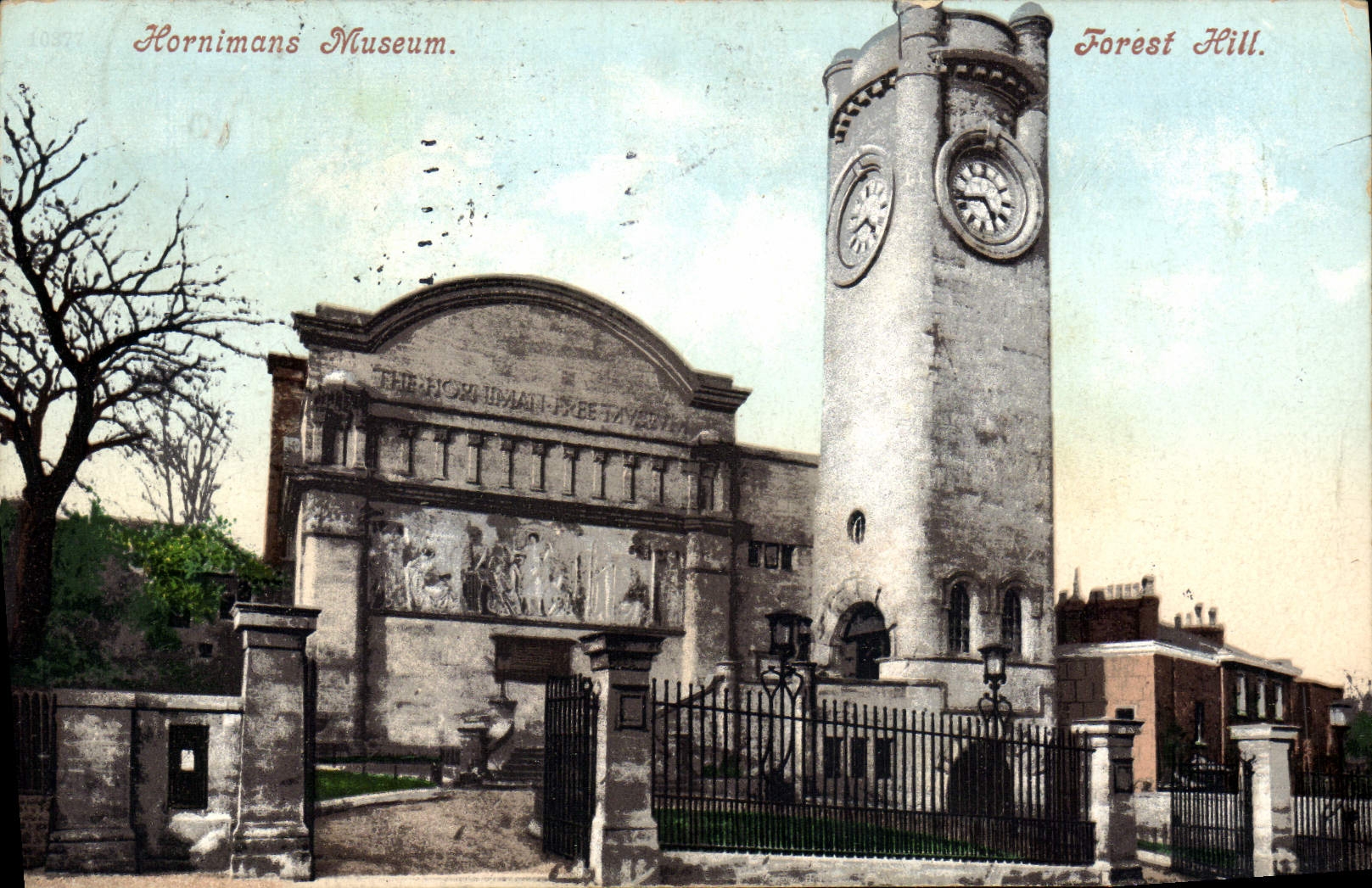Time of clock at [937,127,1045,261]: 4:42
